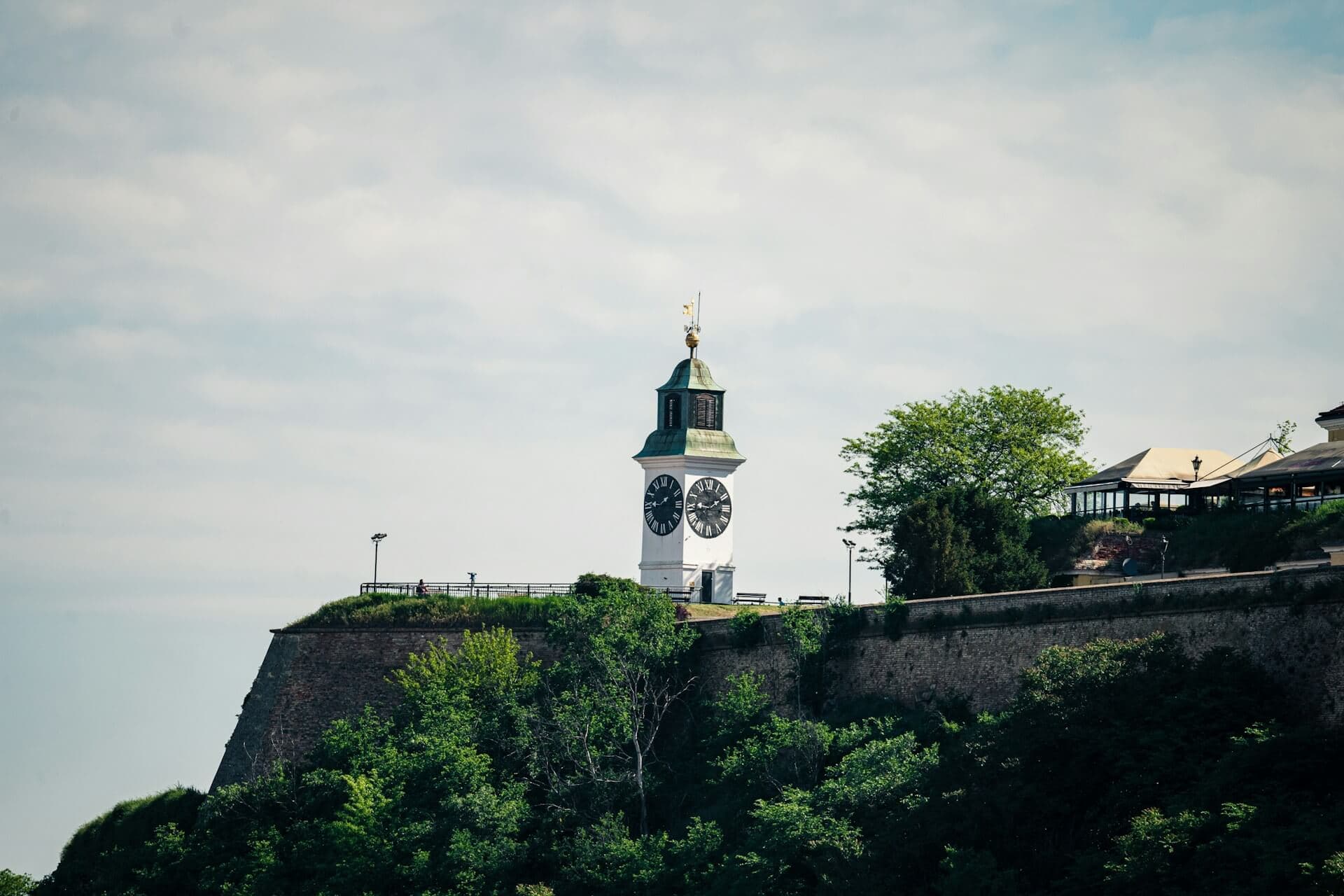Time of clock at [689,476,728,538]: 1:46
